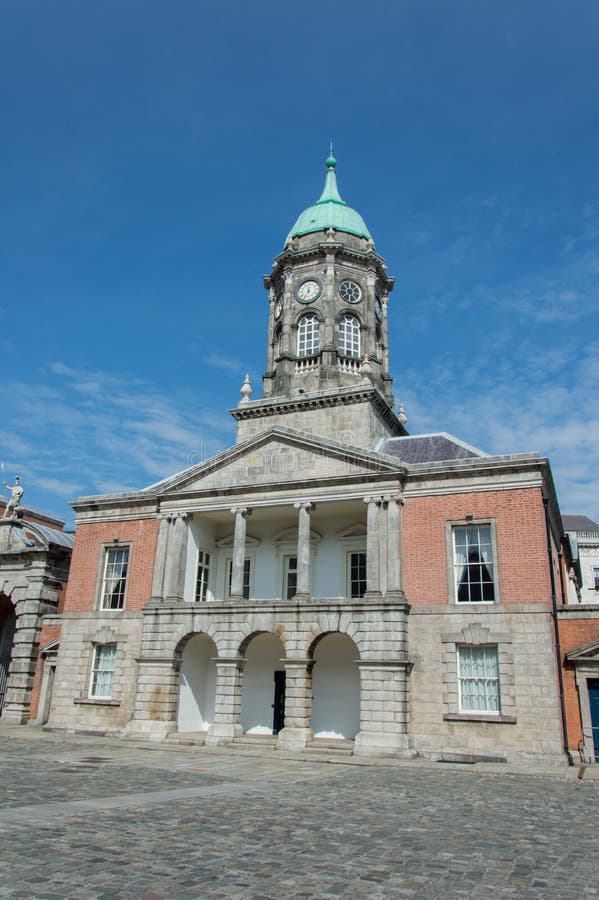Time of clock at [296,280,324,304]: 11:34
